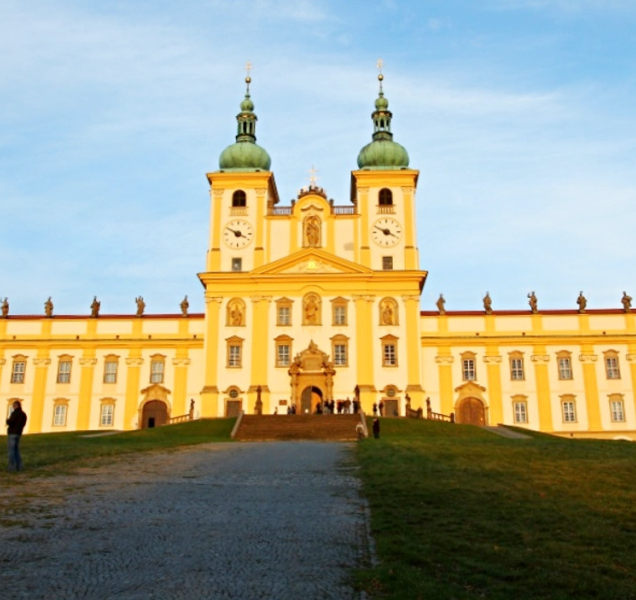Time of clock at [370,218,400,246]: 3:49
